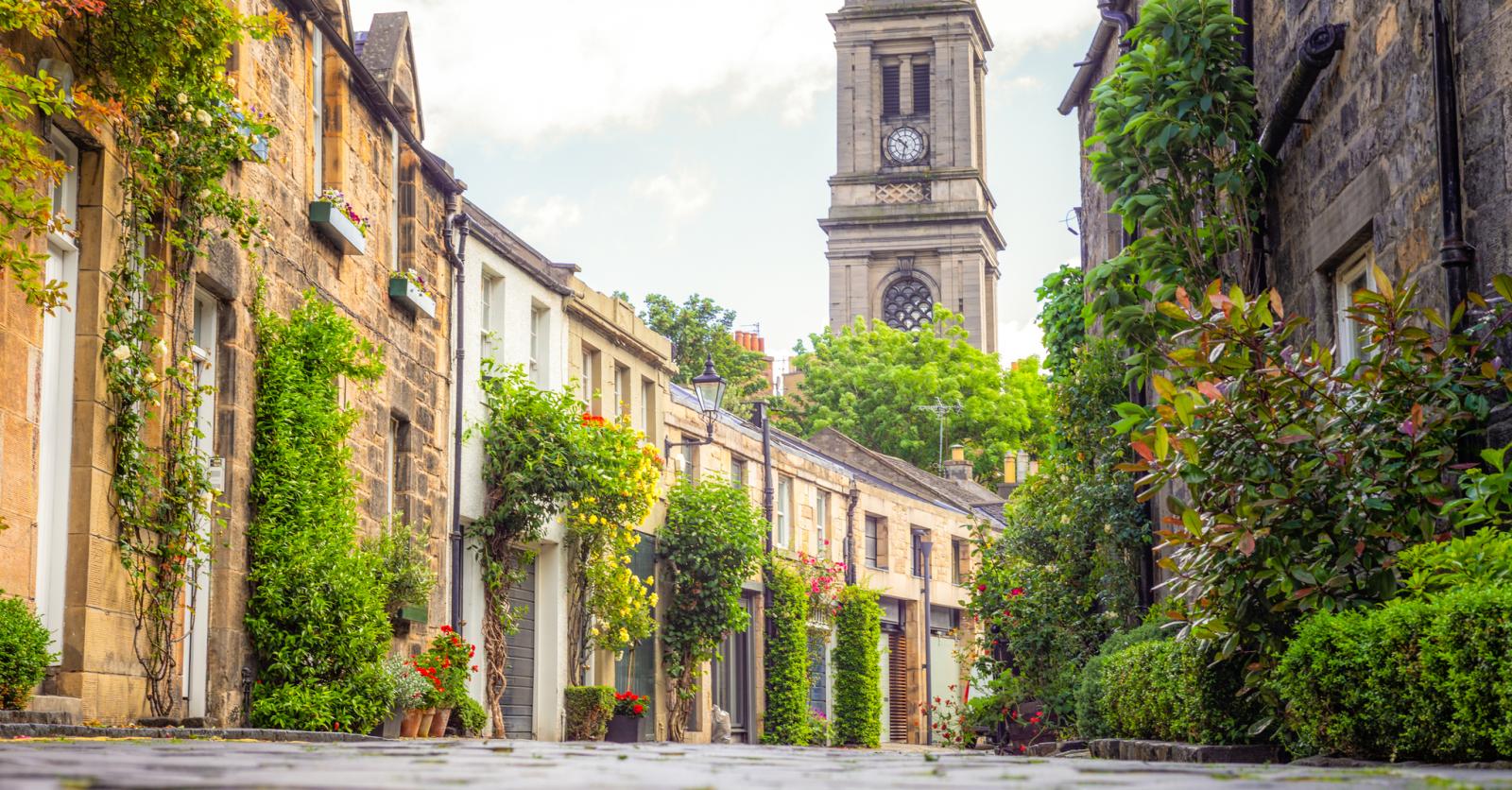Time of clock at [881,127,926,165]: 10:32
